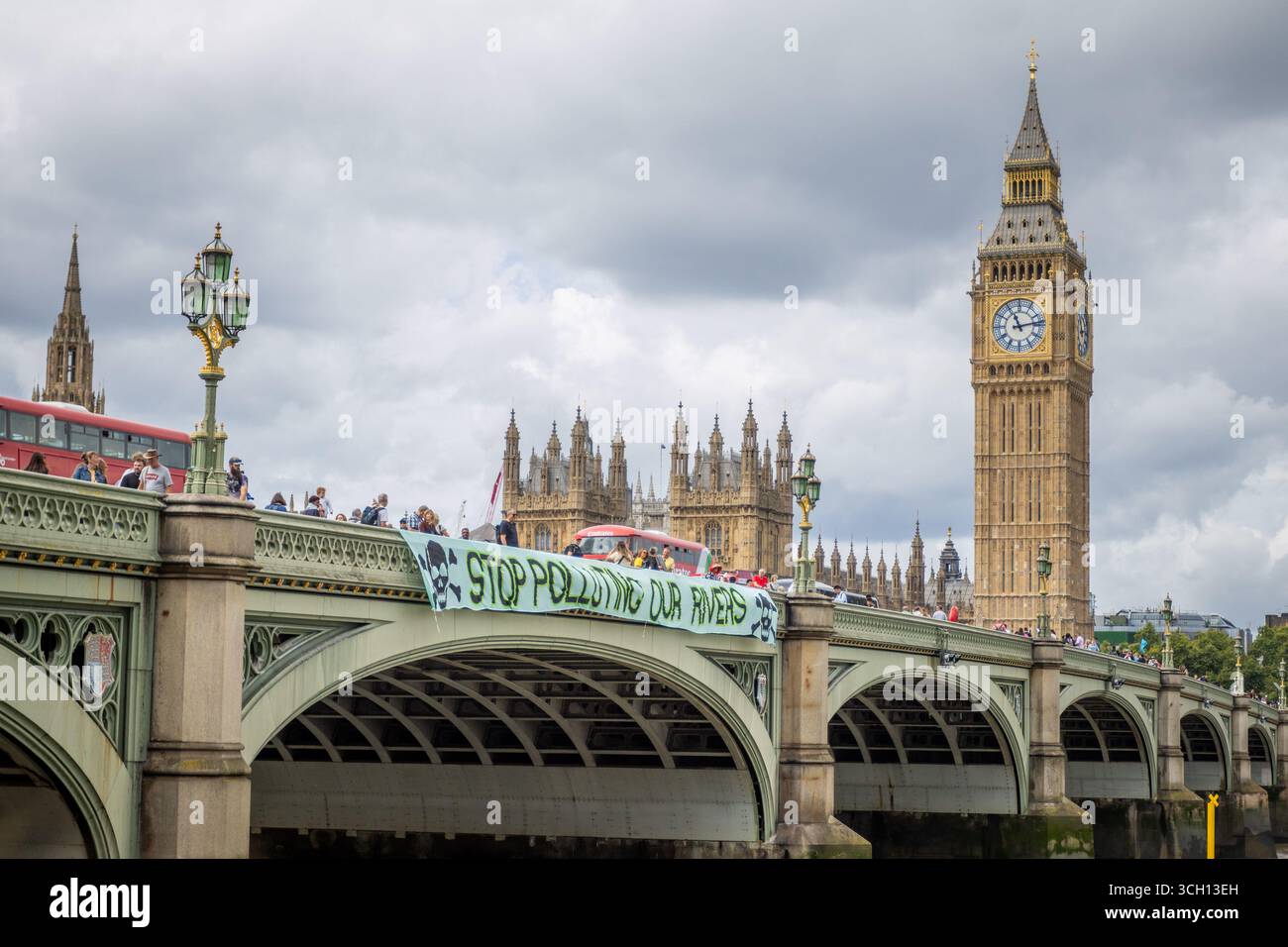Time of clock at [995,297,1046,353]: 11:13
